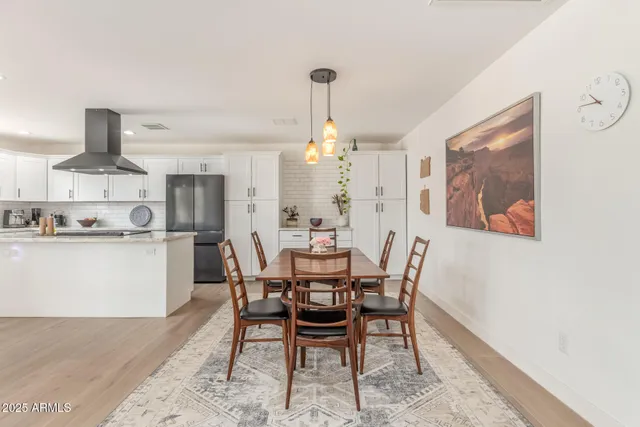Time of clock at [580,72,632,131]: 10:46
